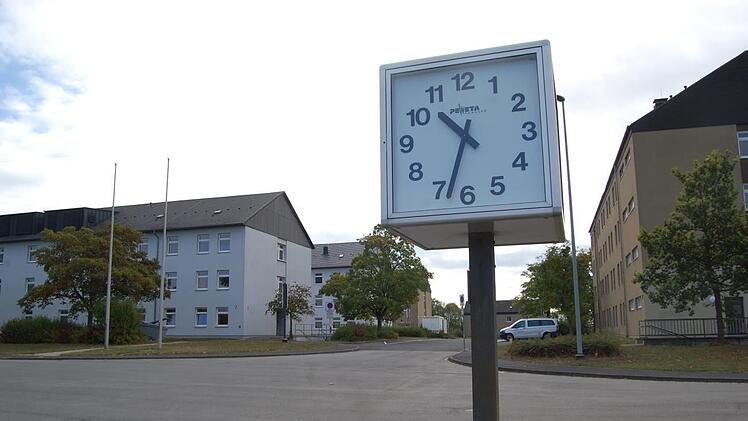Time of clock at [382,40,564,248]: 10:33
